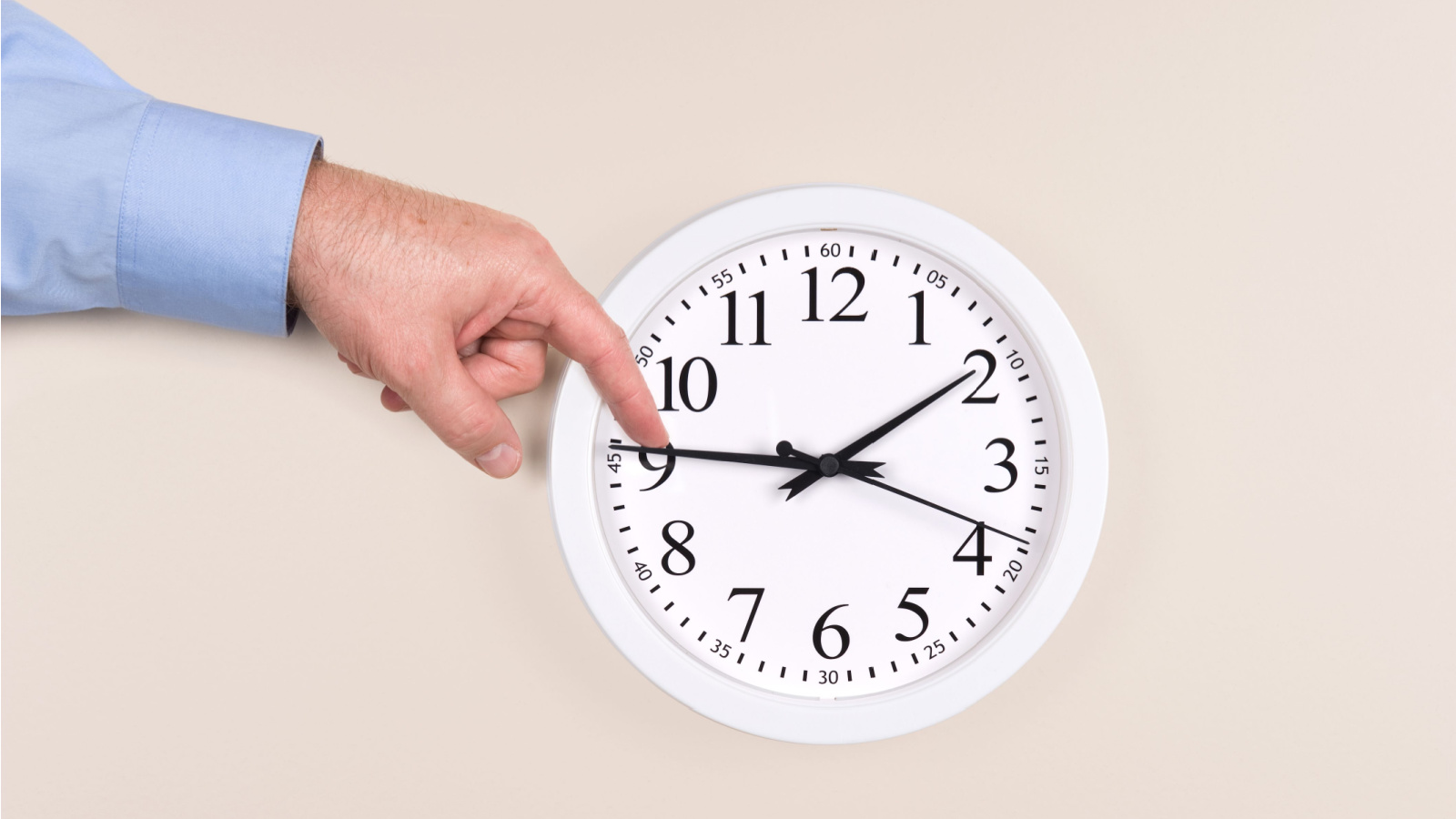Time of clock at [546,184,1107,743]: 1:46
